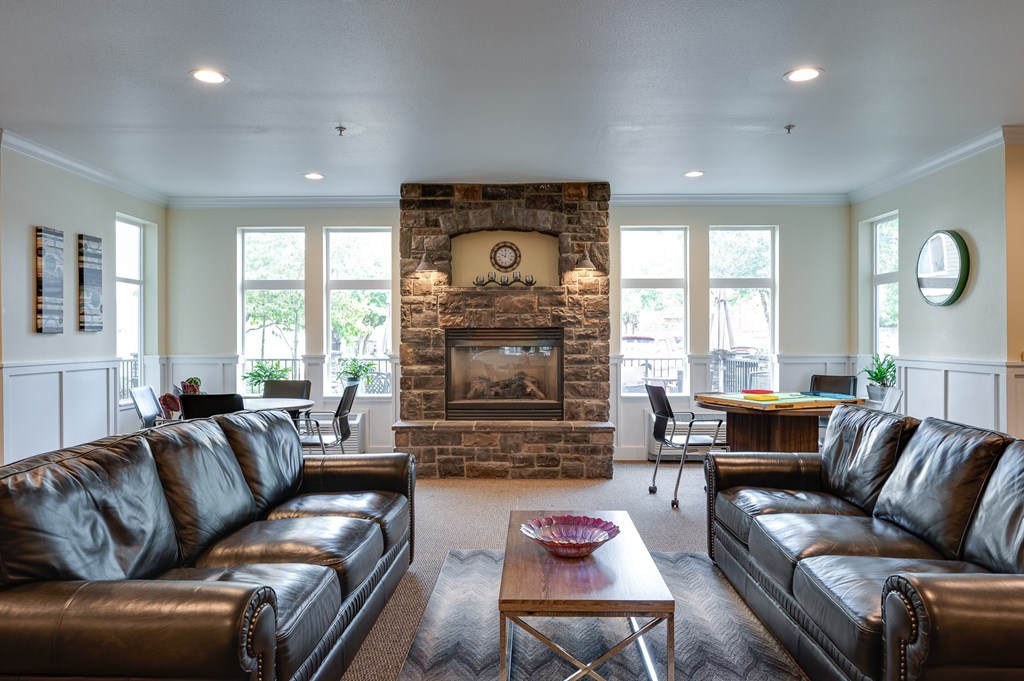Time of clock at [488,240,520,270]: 10:00
